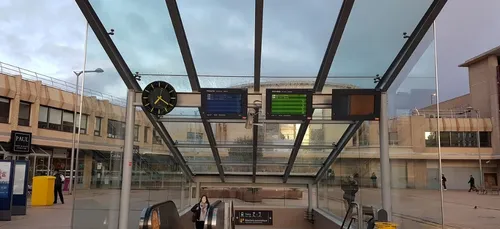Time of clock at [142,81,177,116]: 7:21
